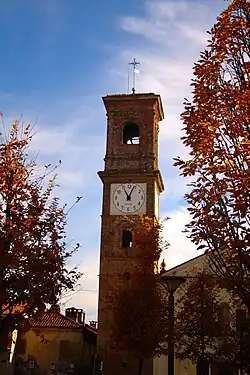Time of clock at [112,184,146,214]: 11:03
